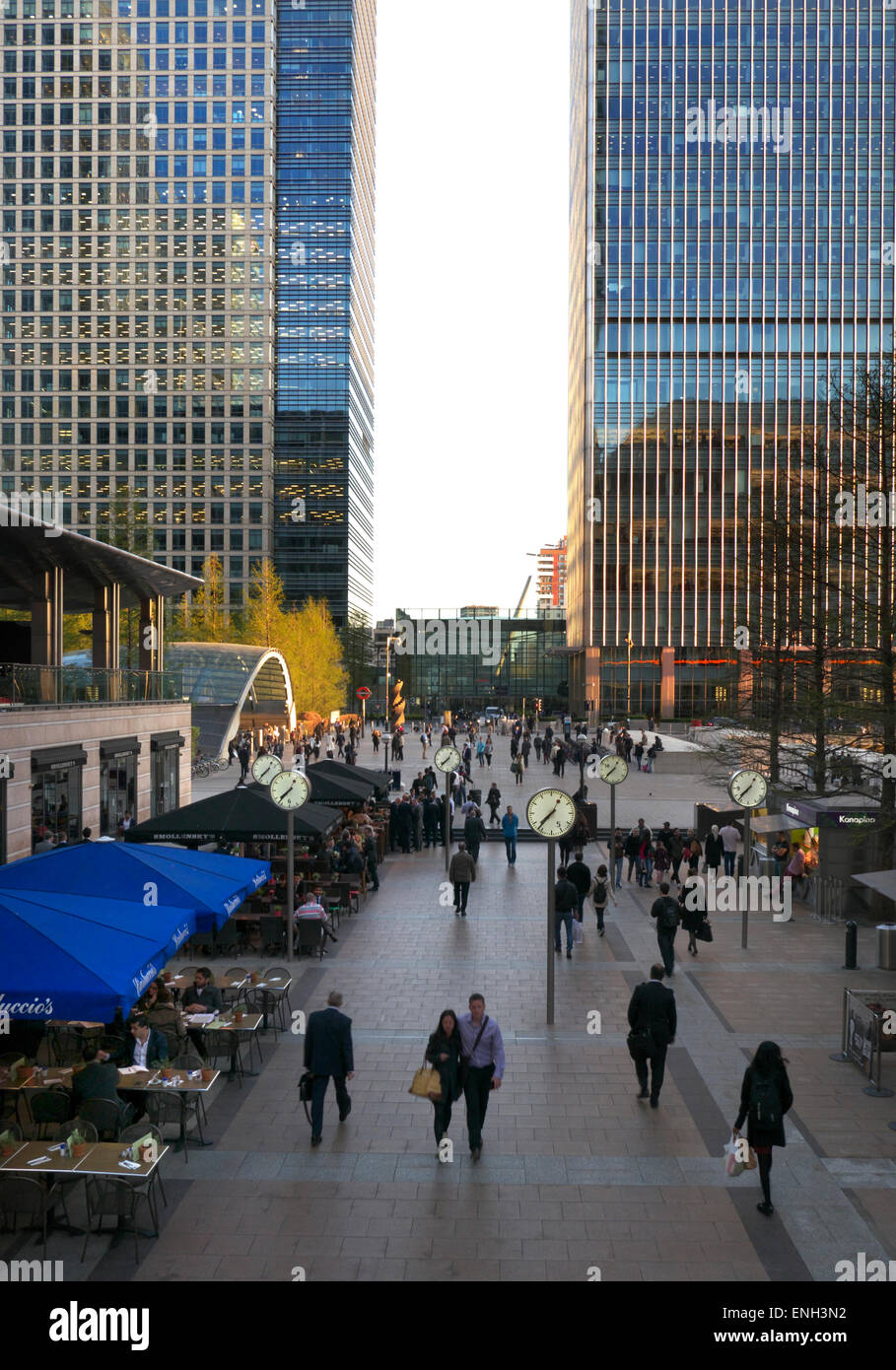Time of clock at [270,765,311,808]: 7:37
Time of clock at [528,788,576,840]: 7:37
